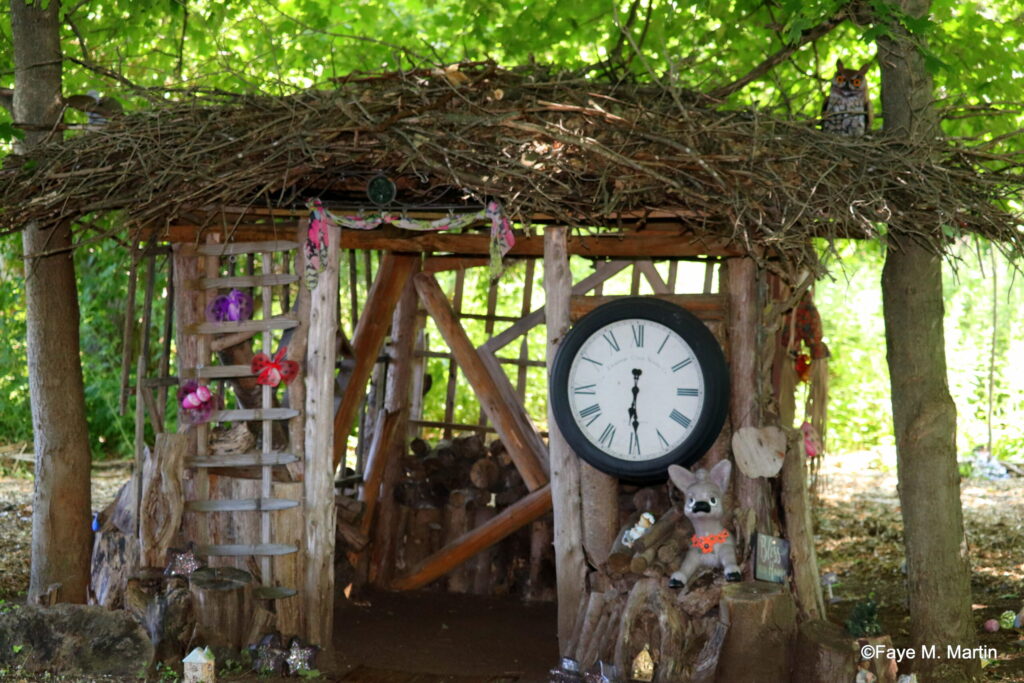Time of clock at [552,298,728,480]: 6:29
